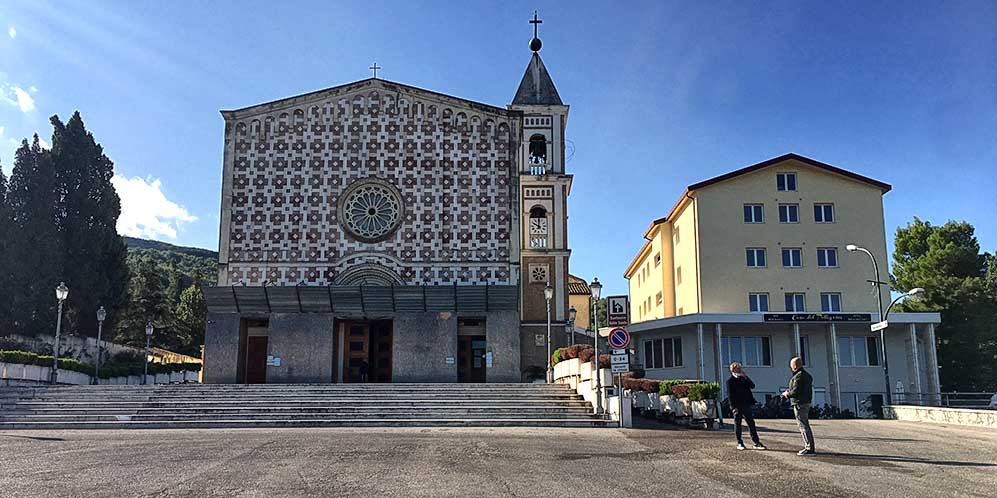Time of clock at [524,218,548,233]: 10:00
